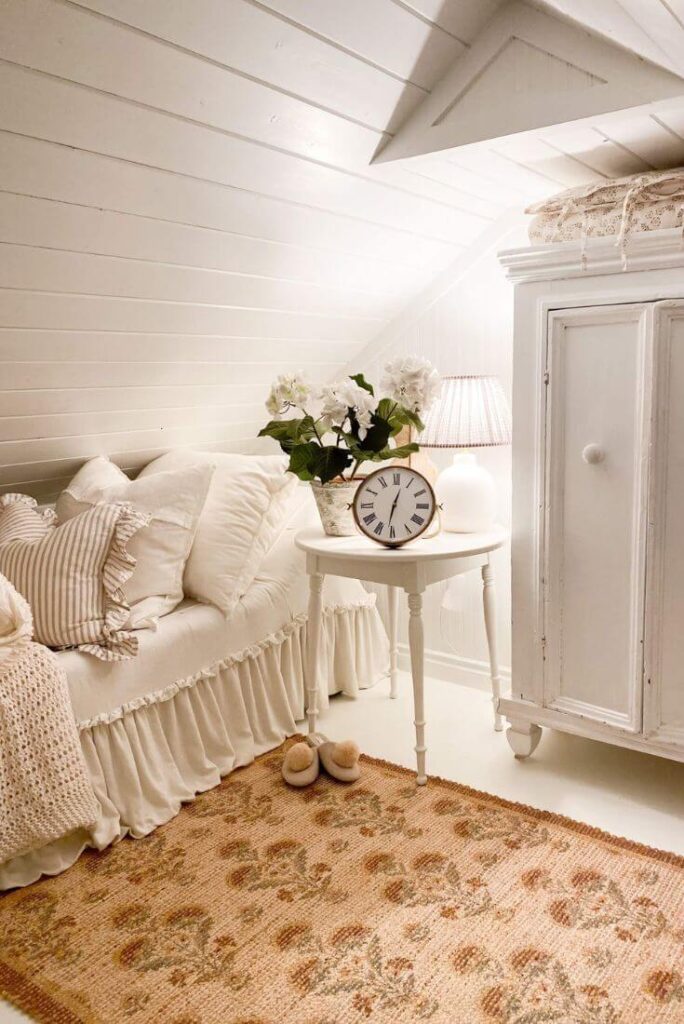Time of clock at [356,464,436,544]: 12:31
